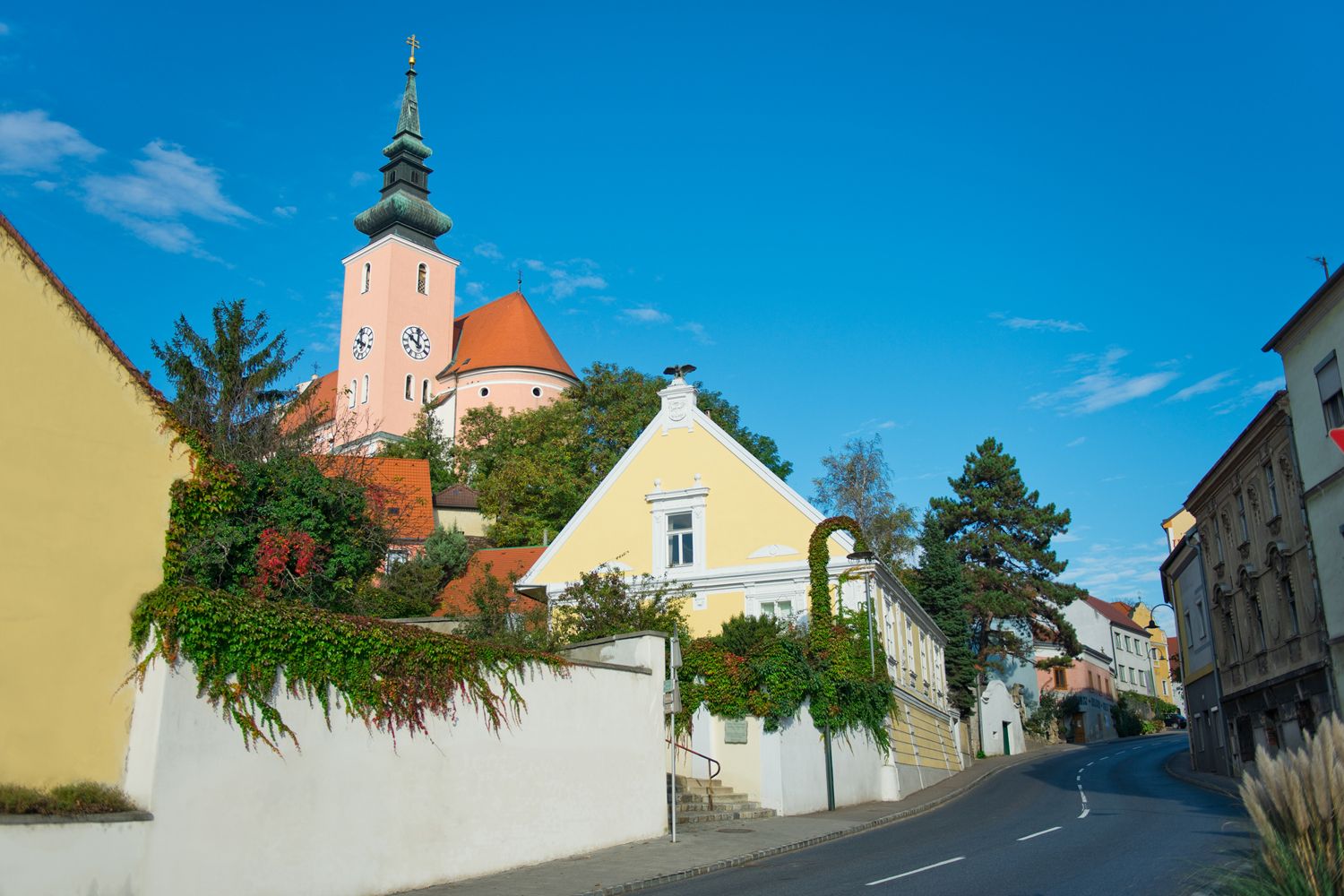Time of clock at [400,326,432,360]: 10:01
